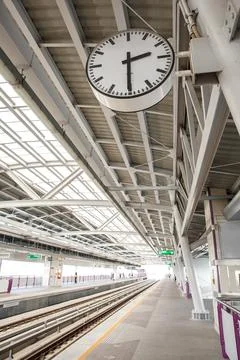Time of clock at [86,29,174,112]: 2:30
